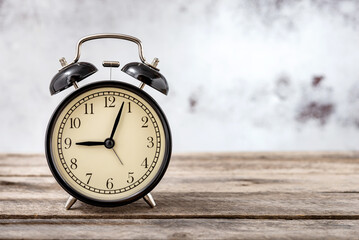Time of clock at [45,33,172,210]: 9:03
